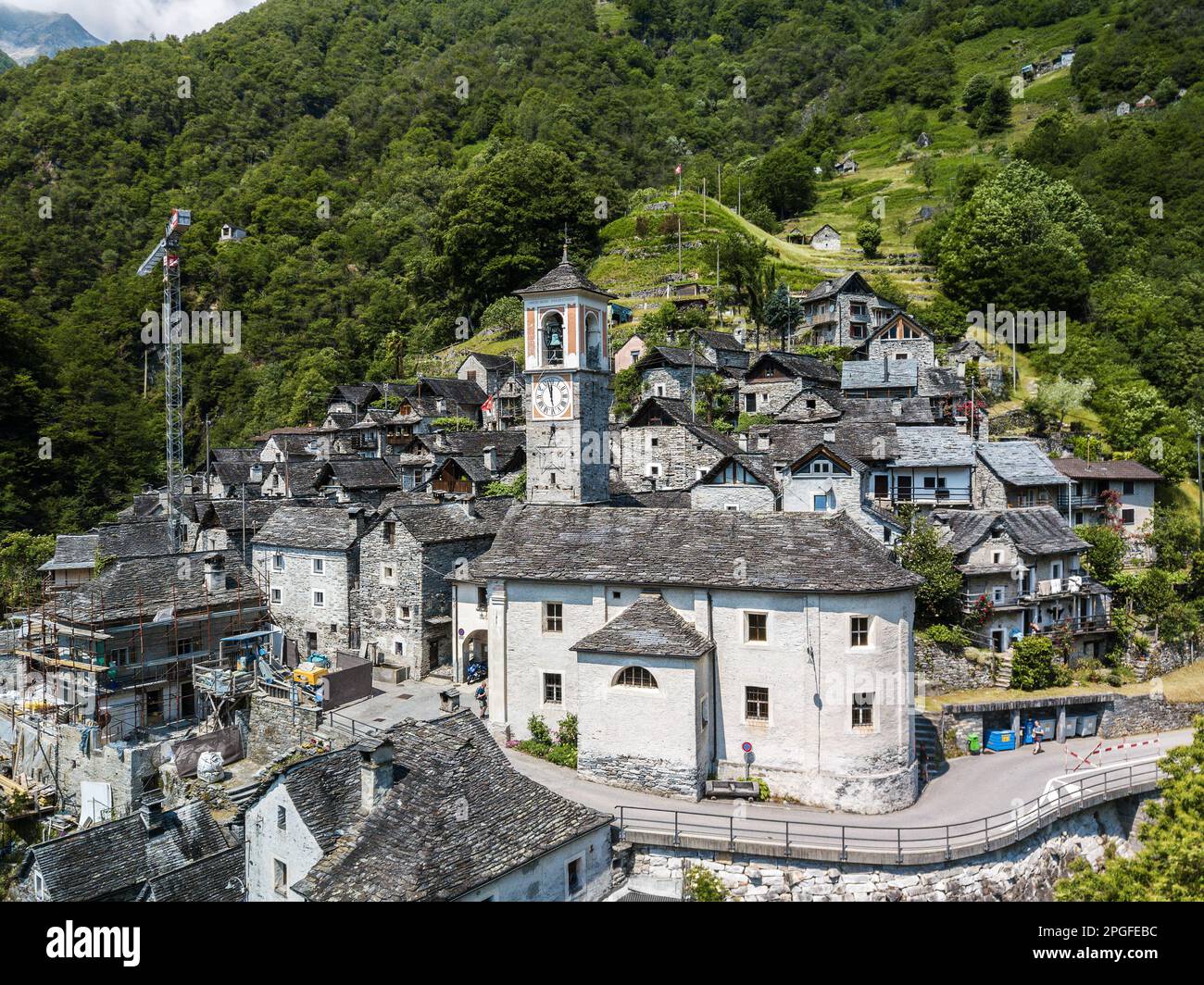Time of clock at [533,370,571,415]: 11:57
